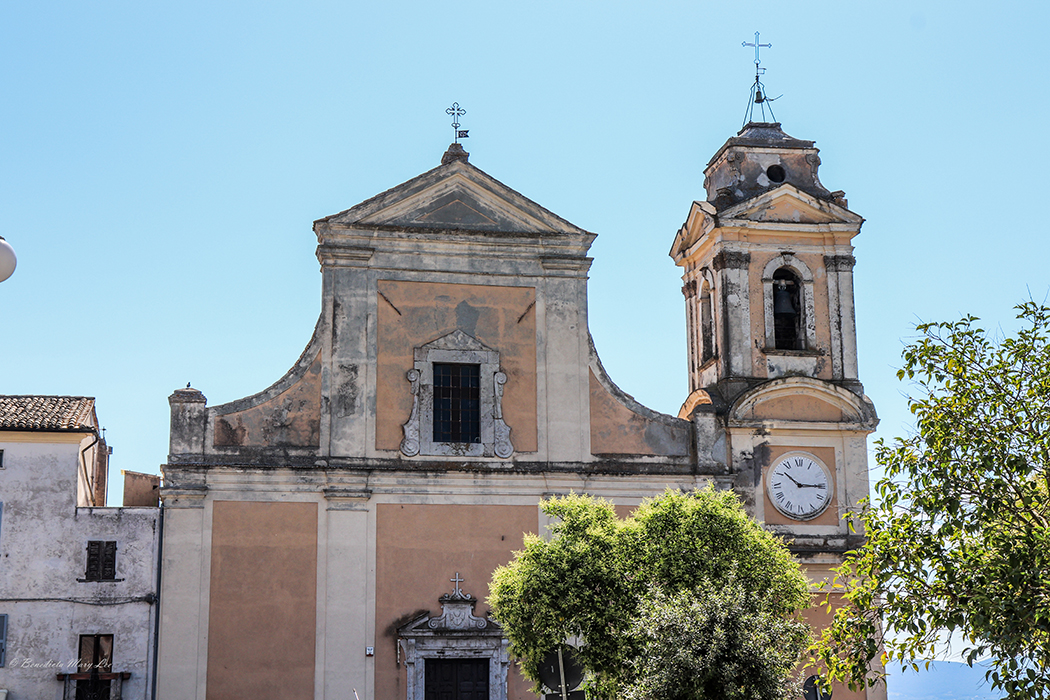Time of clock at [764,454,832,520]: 10:14
